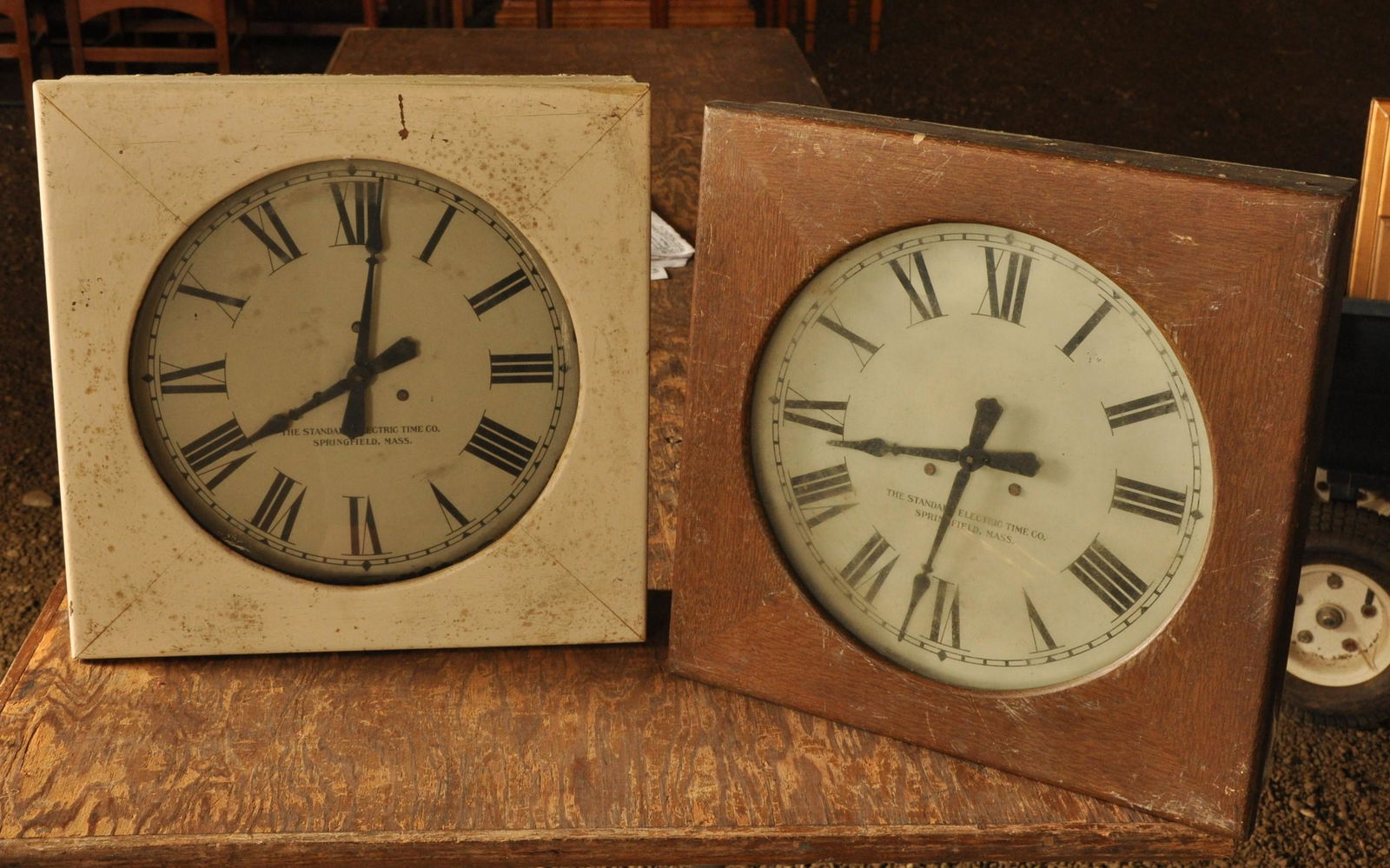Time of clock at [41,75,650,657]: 8:01
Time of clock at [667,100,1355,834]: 8:32
